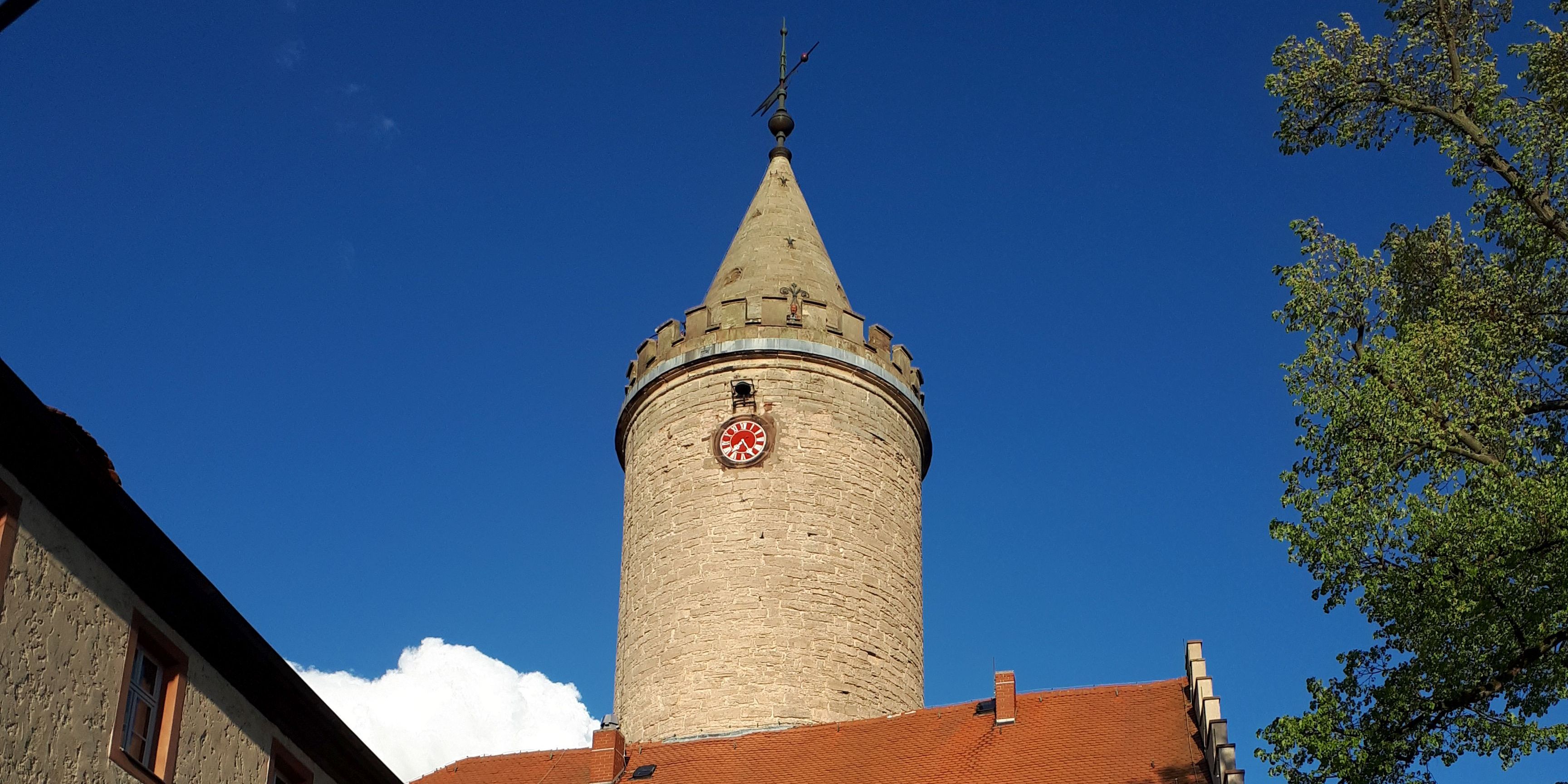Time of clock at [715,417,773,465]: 7:24
